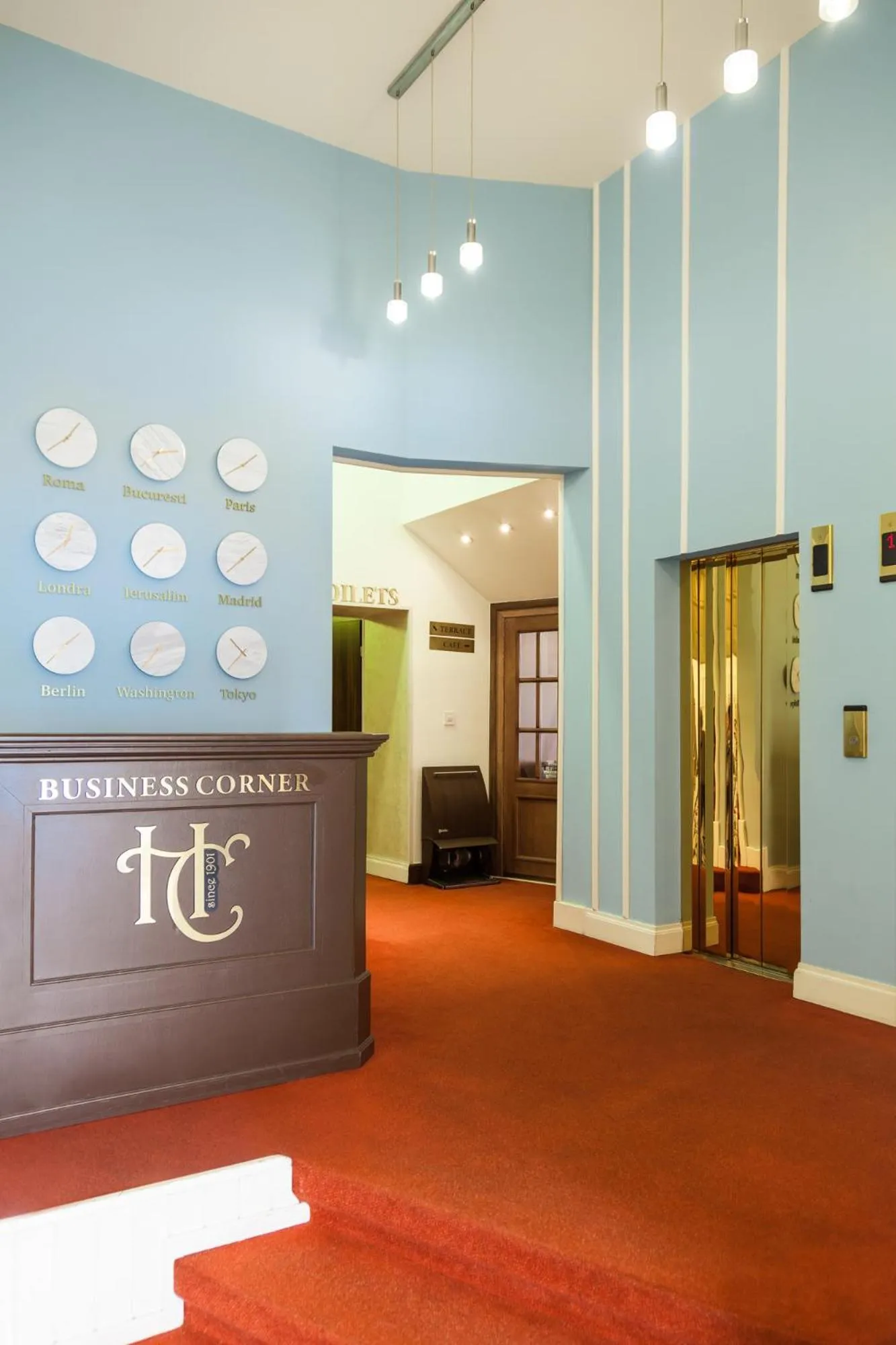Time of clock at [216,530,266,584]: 1:38
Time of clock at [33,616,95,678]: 1:37
